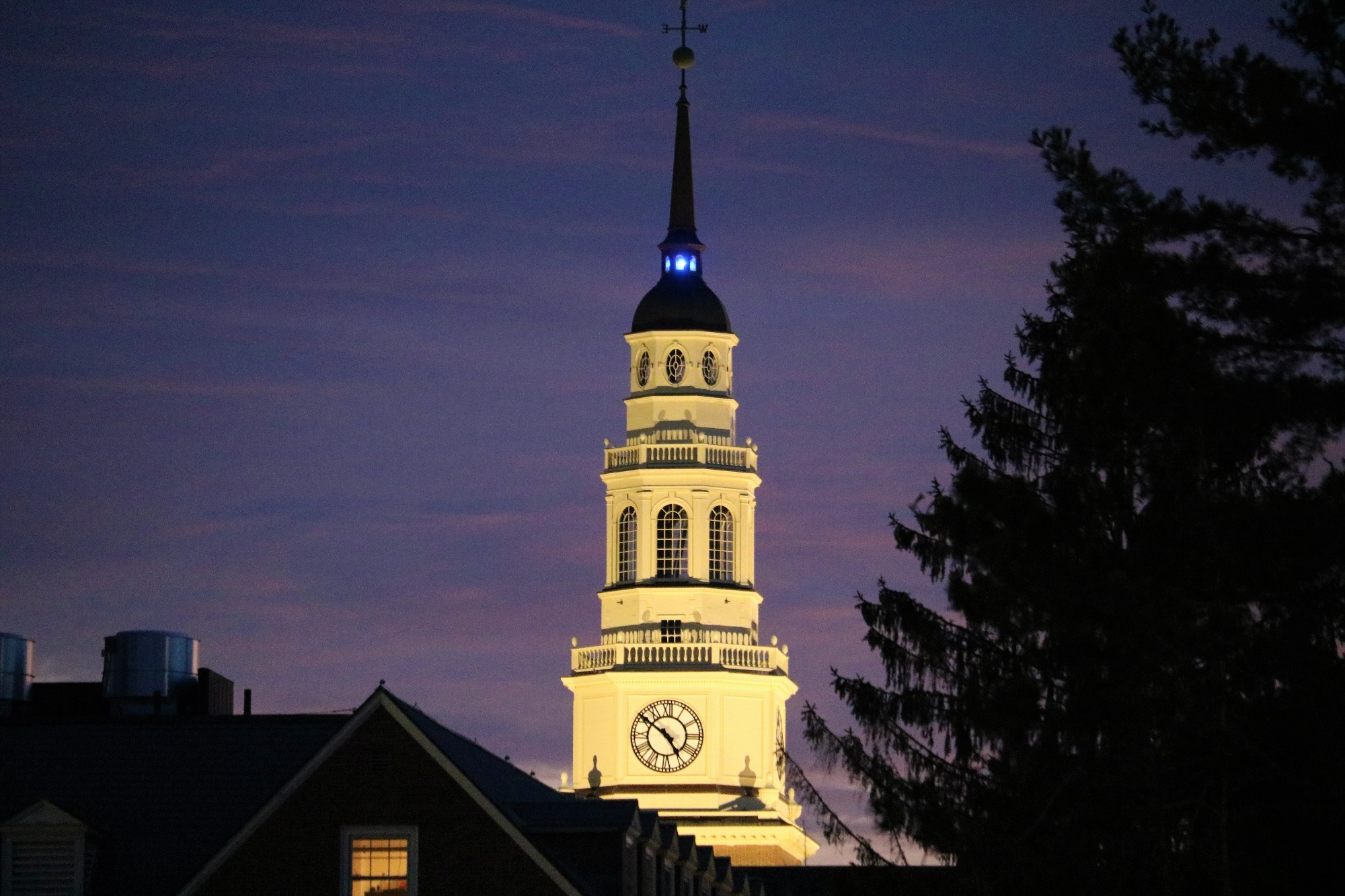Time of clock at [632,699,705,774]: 4:50
